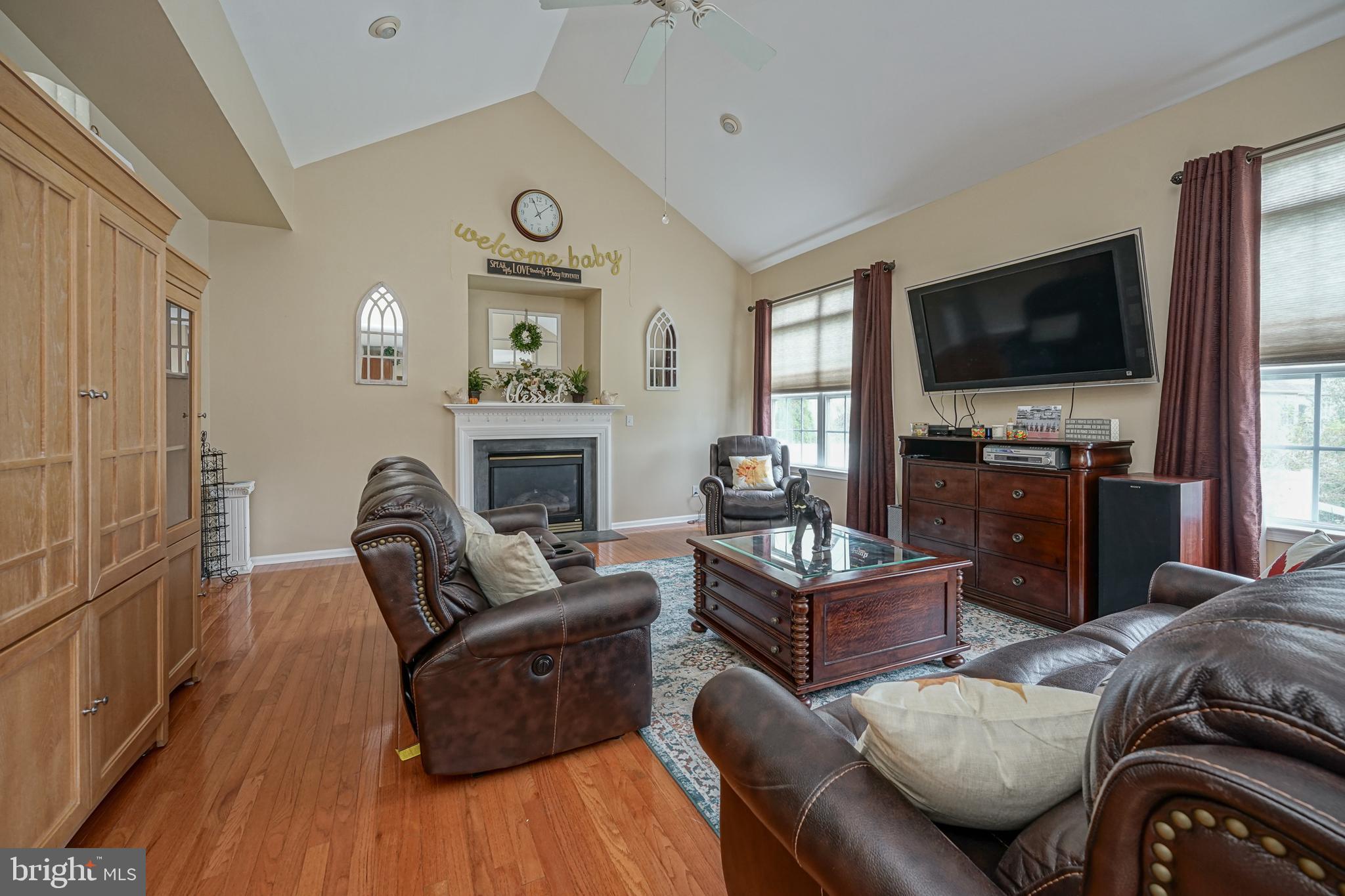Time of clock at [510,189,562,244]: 11:08
